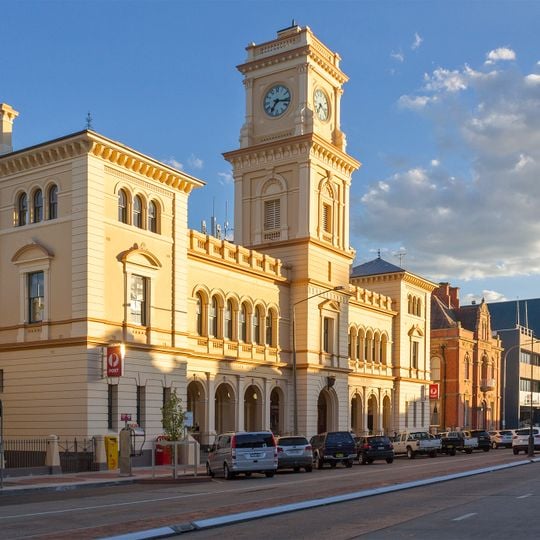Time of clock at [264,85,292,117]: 7:16
